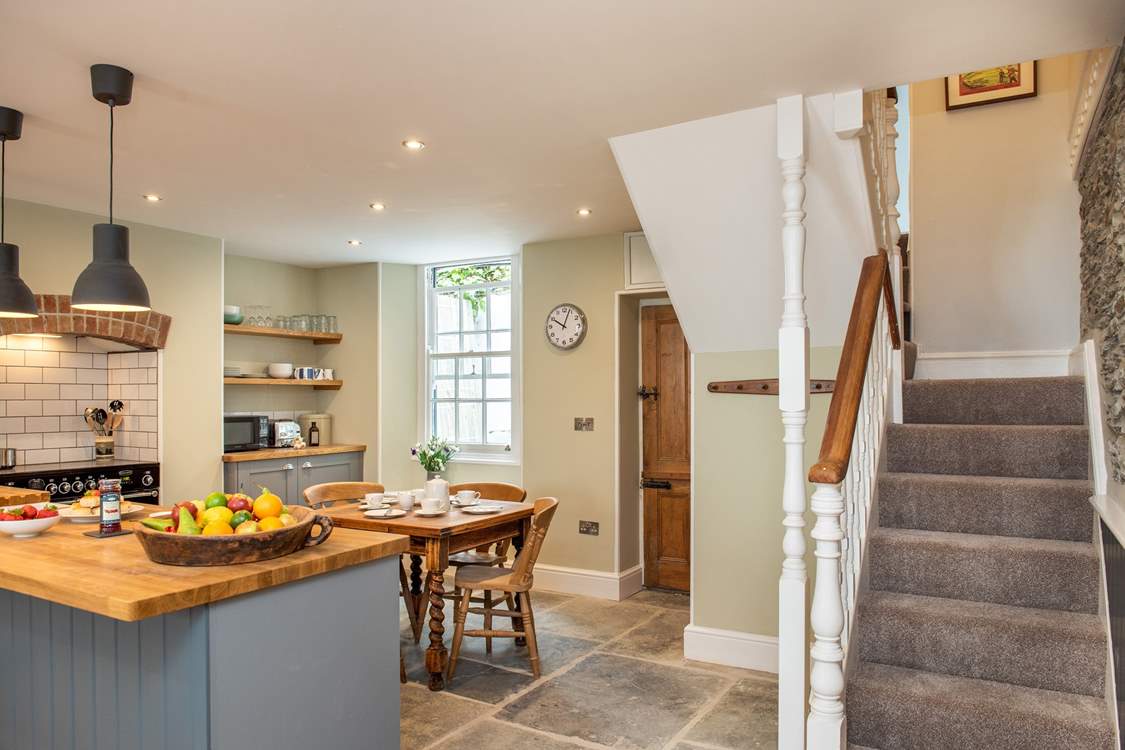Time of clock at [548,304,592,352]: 10:03
